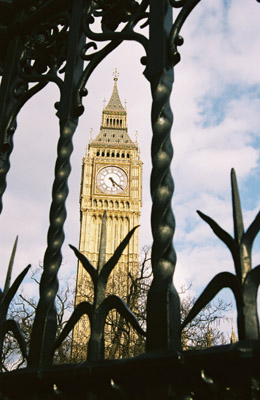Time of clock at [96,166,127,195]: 5:21
